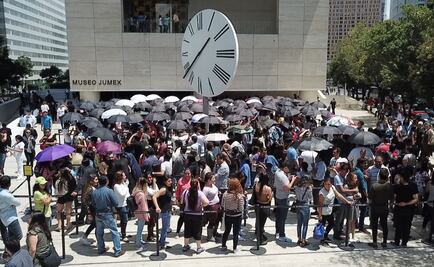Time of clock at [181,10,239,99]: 1:38
